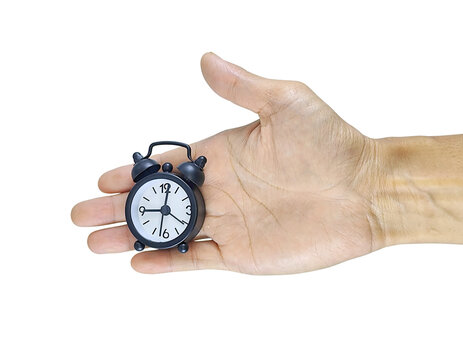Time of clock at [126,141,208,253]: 9:01
